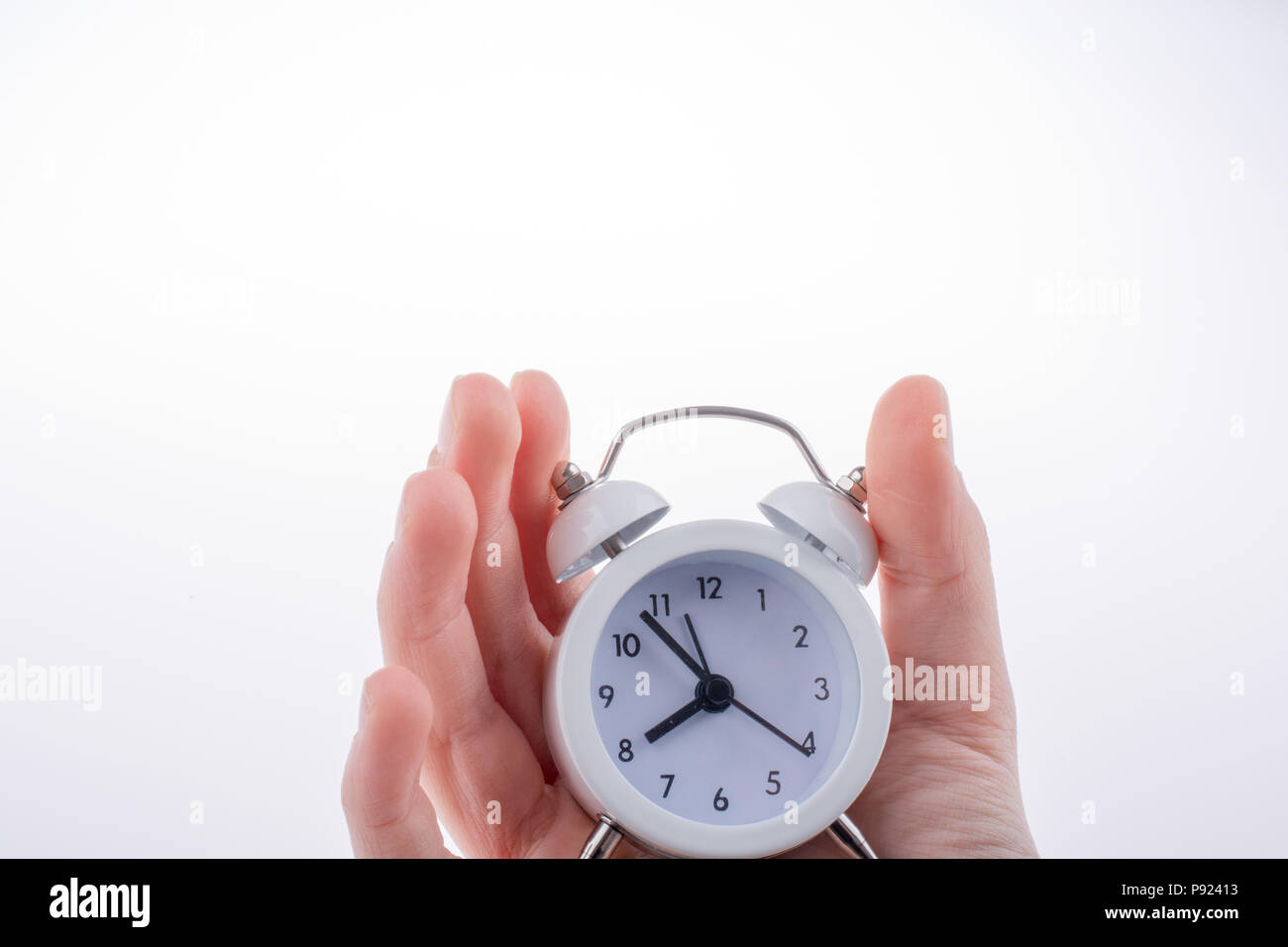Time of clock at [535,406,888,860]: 7:53
